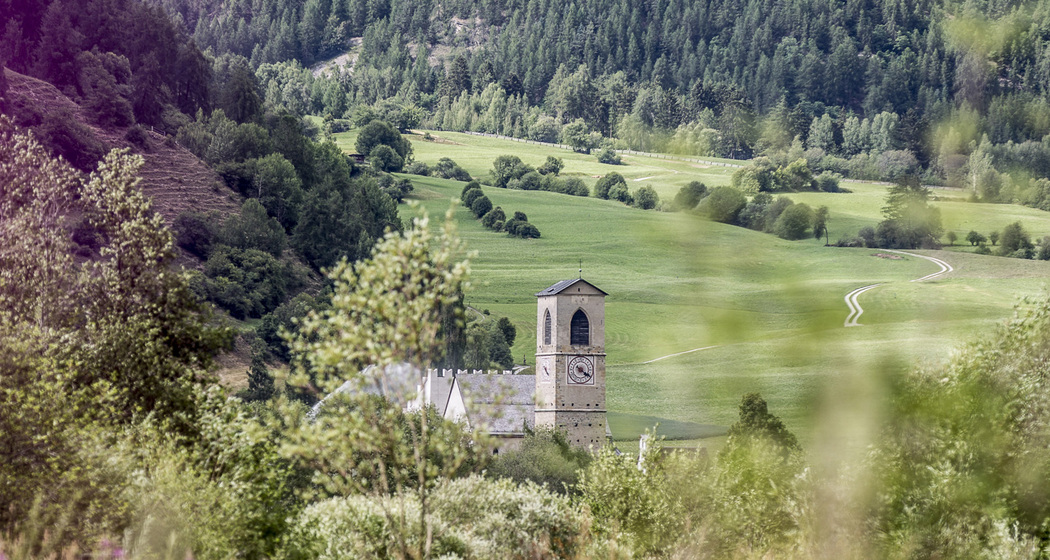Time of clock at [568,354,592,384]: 4:20
